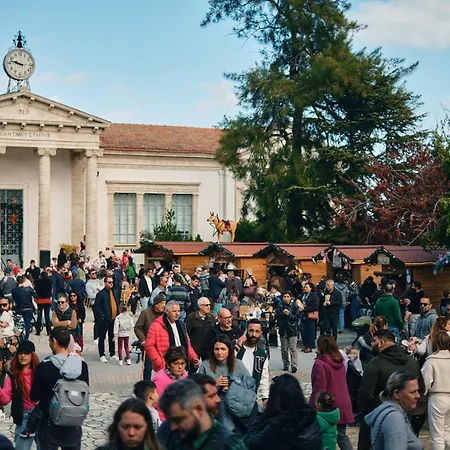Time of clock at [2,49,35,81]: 9:47
